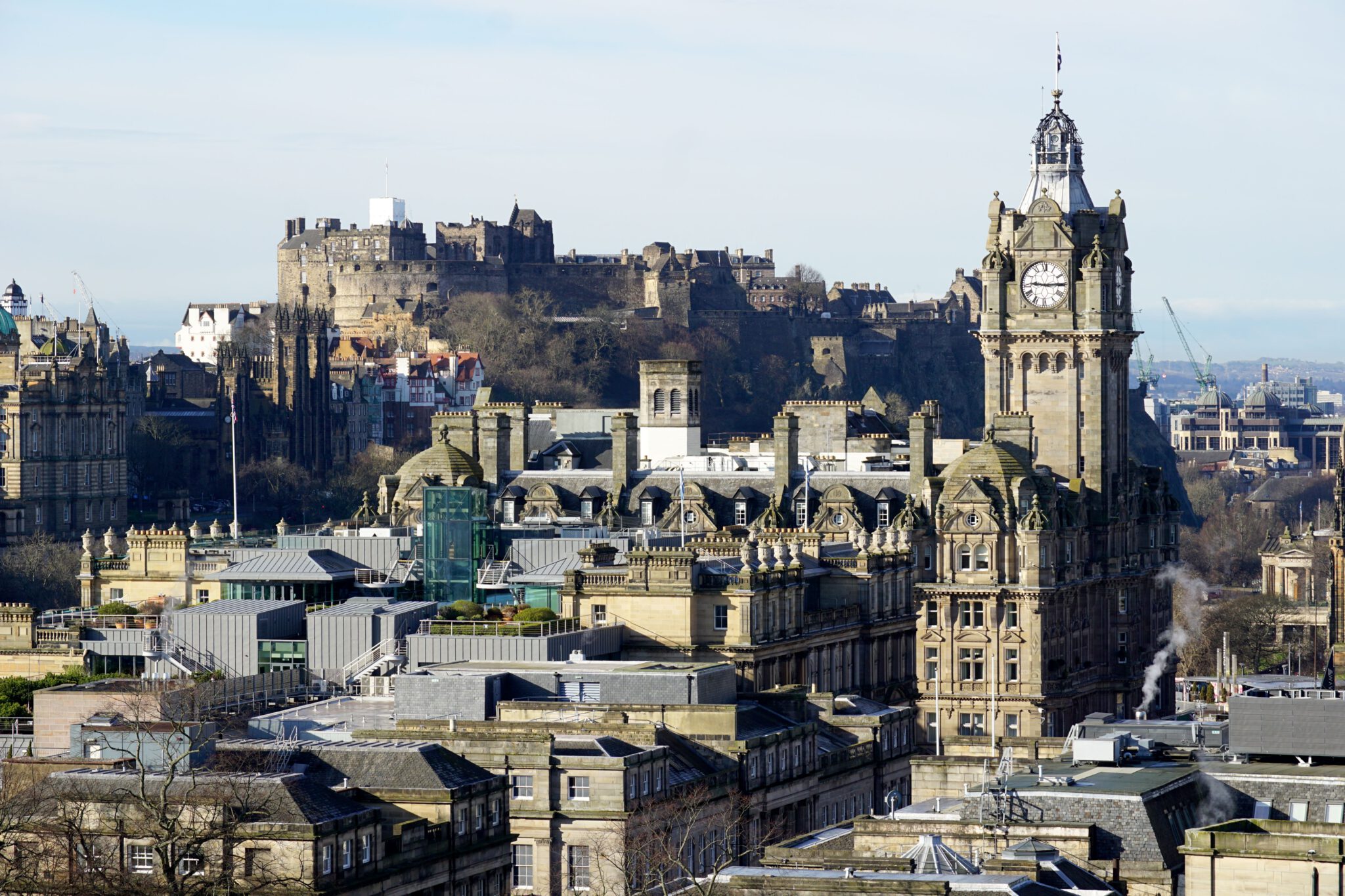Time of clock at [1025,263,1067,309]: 9:14
